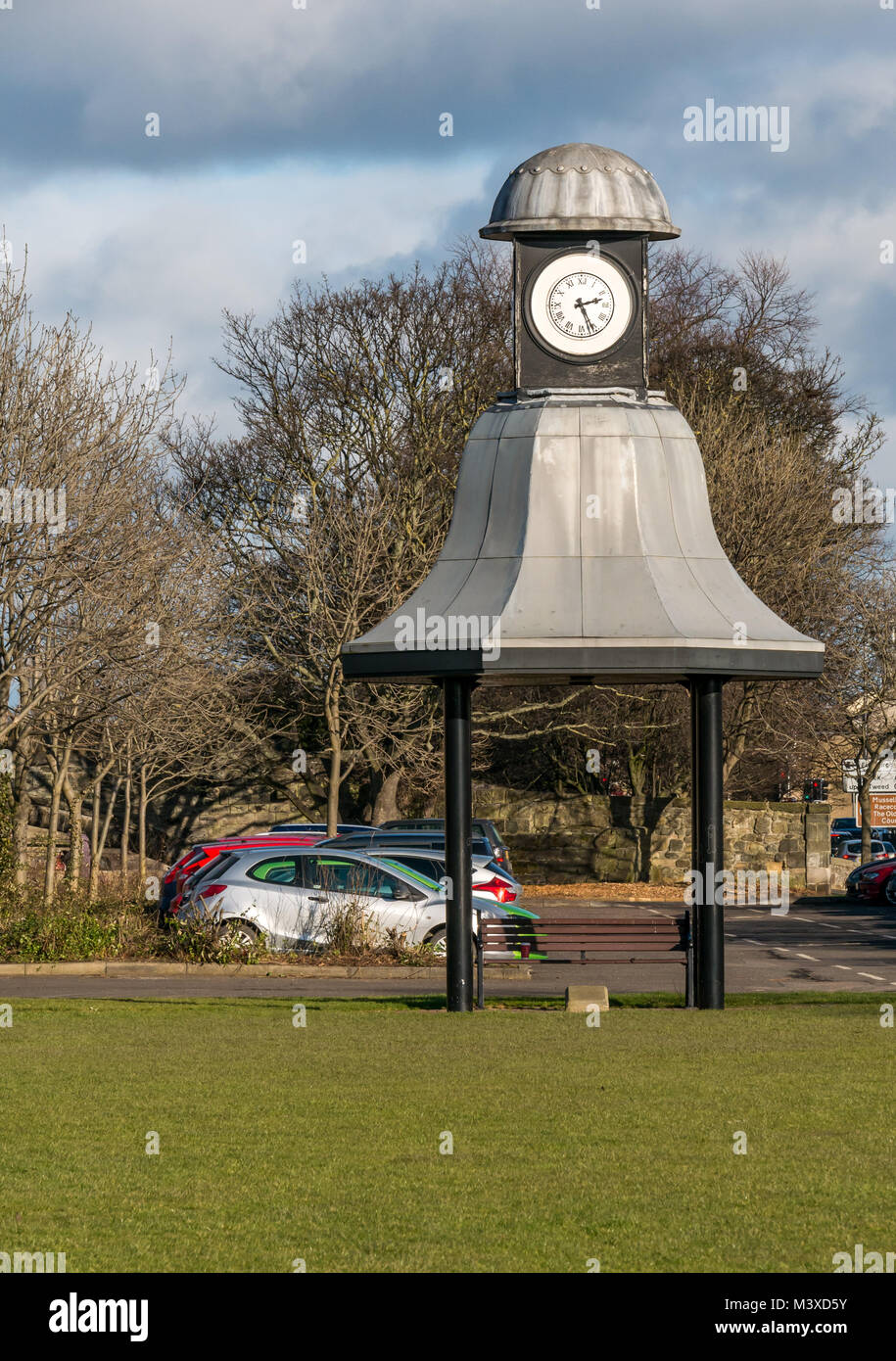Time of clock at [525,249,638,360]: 2:26
